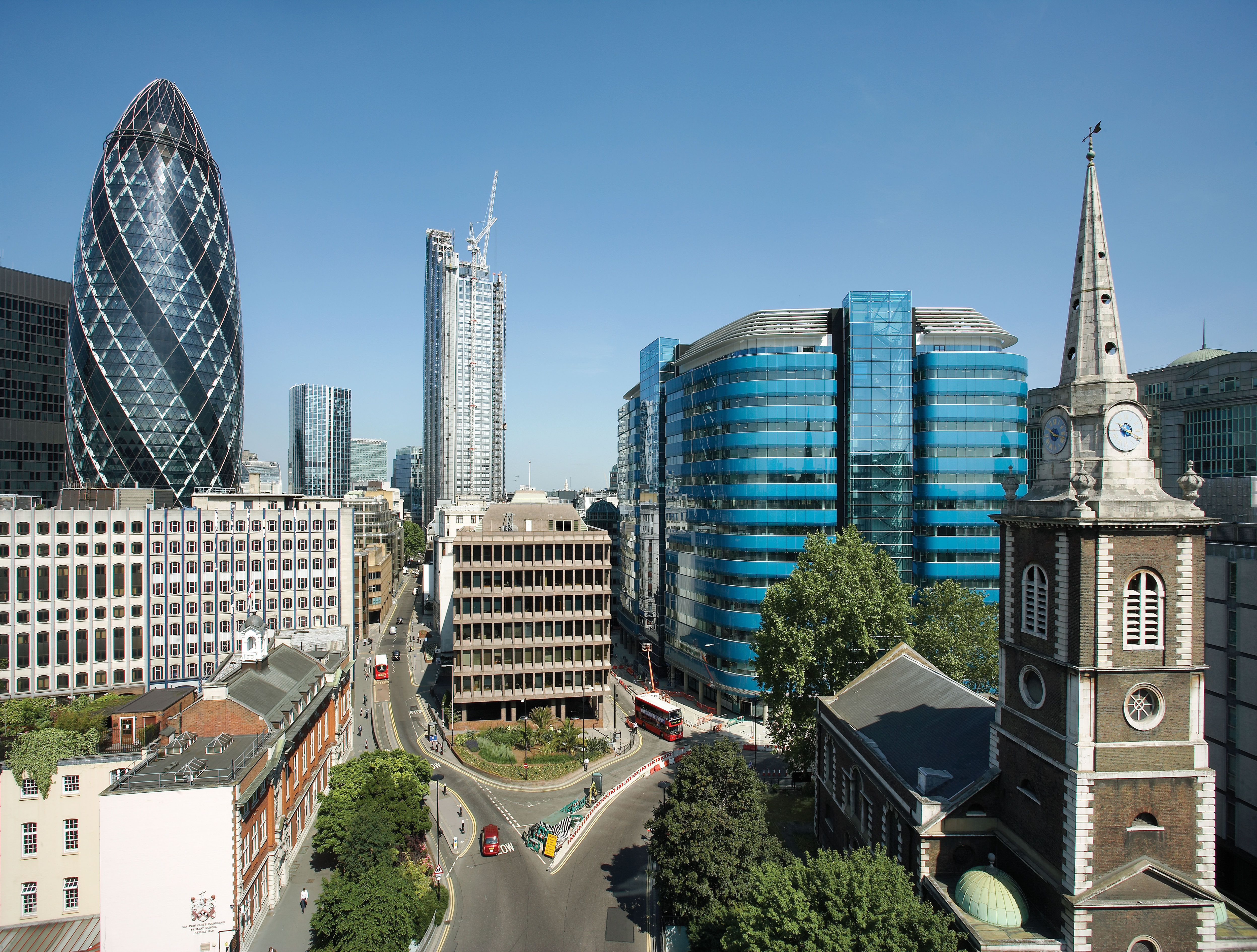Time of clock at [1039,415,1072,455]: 10:18
